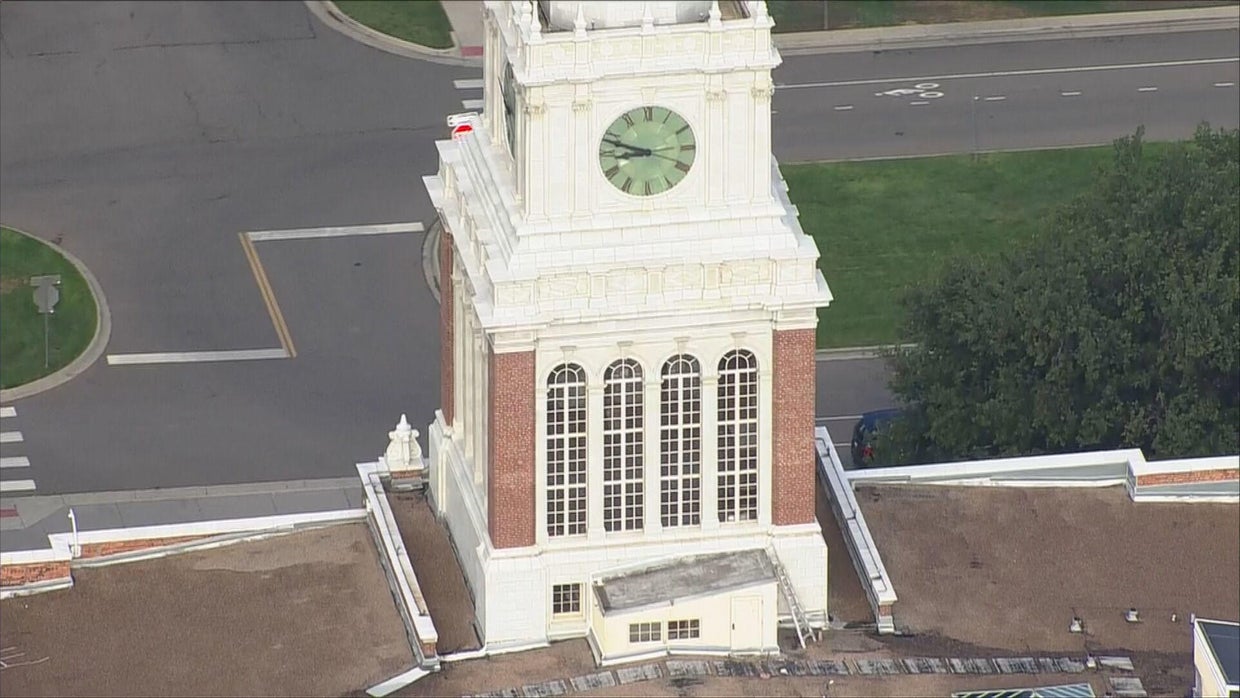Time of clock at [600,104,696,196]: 8:48
